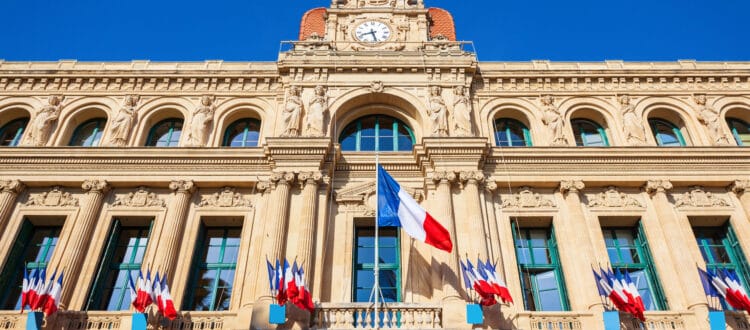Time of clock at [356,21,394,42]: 8:27
